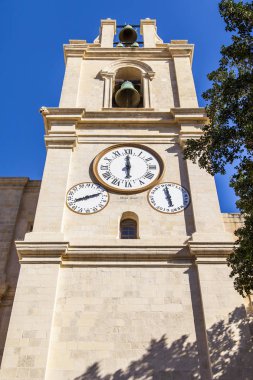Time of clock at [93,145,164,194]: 5:59
